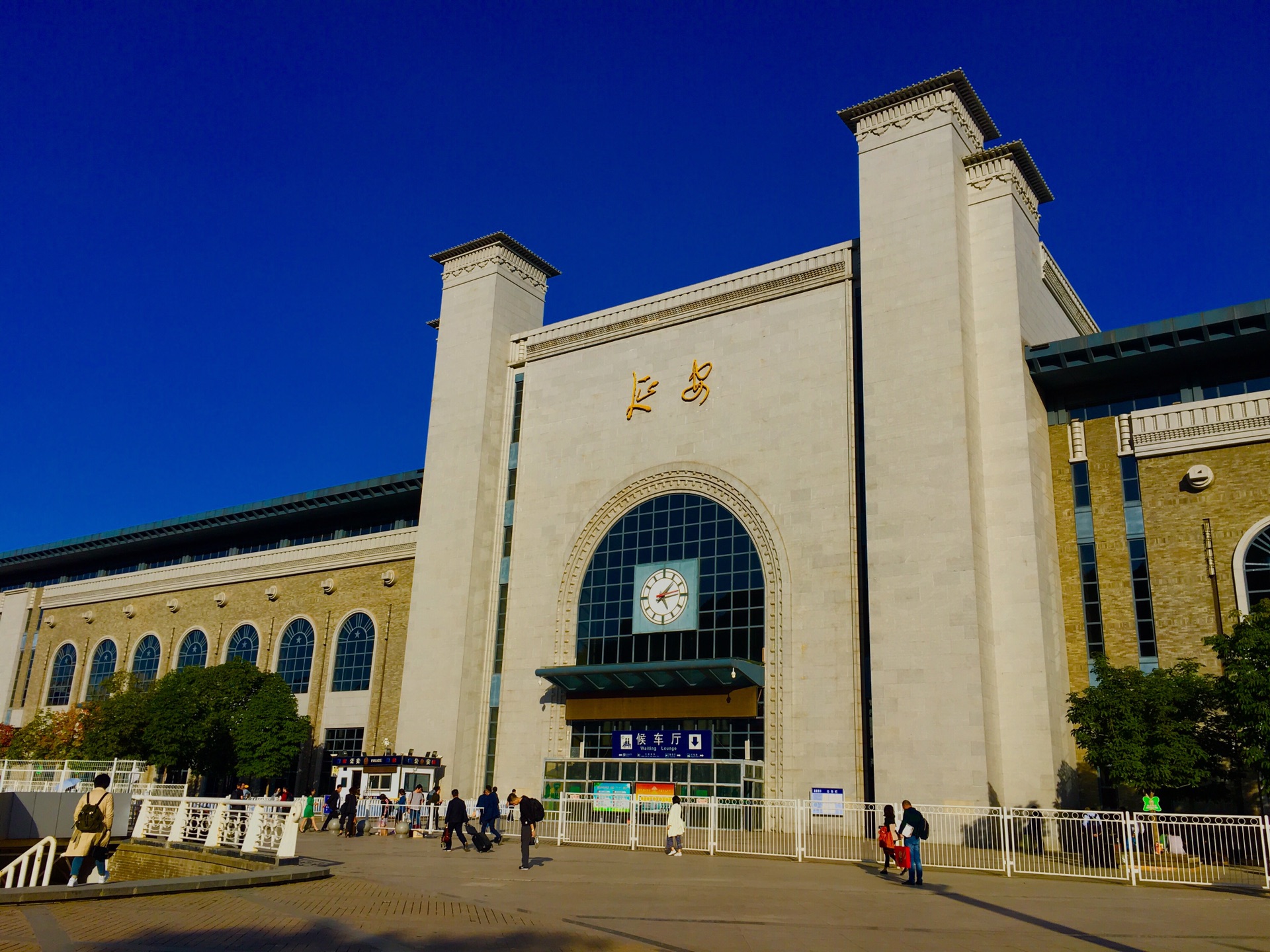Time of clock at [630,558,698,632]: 1:13
